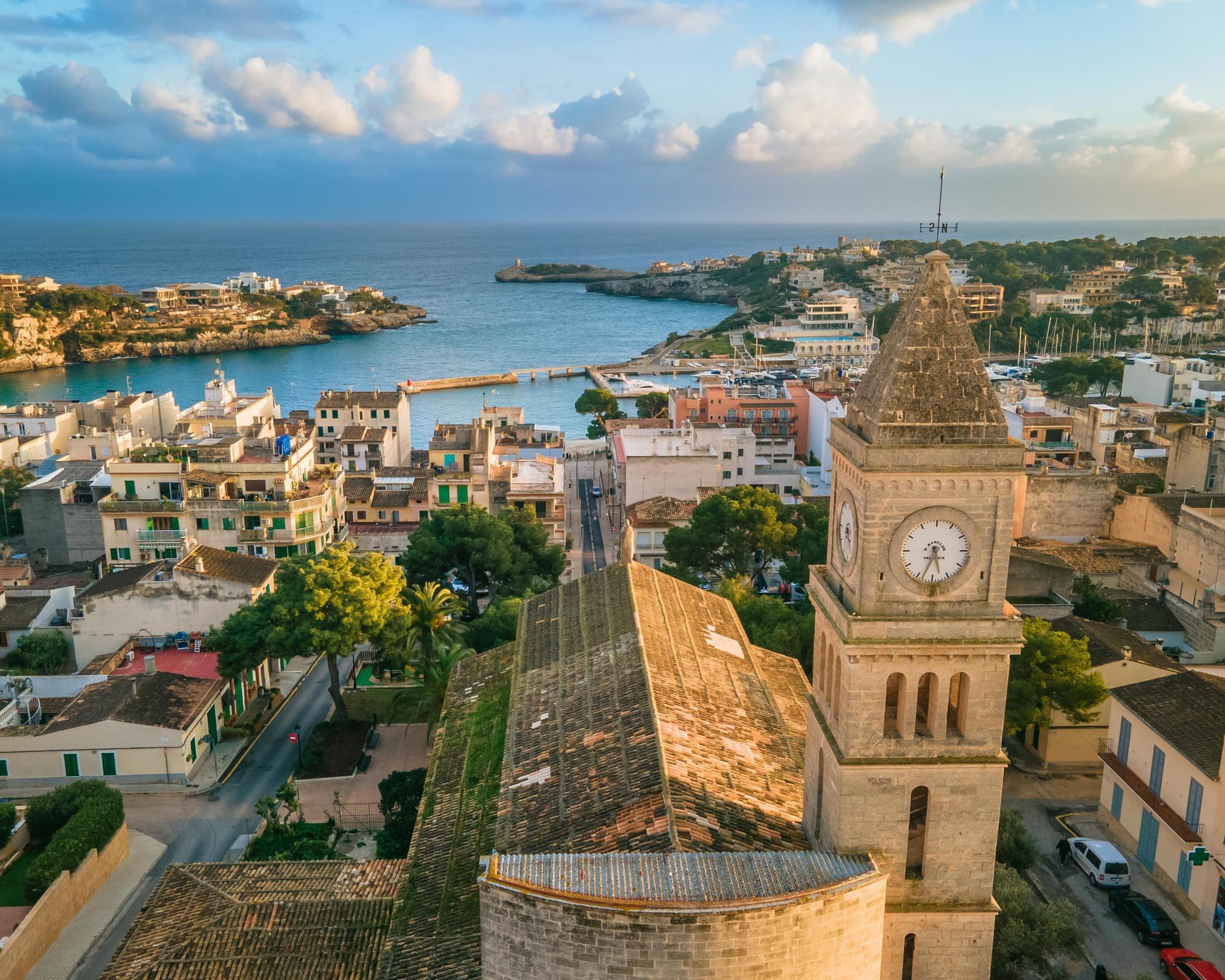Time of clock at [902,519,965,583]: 5:33
